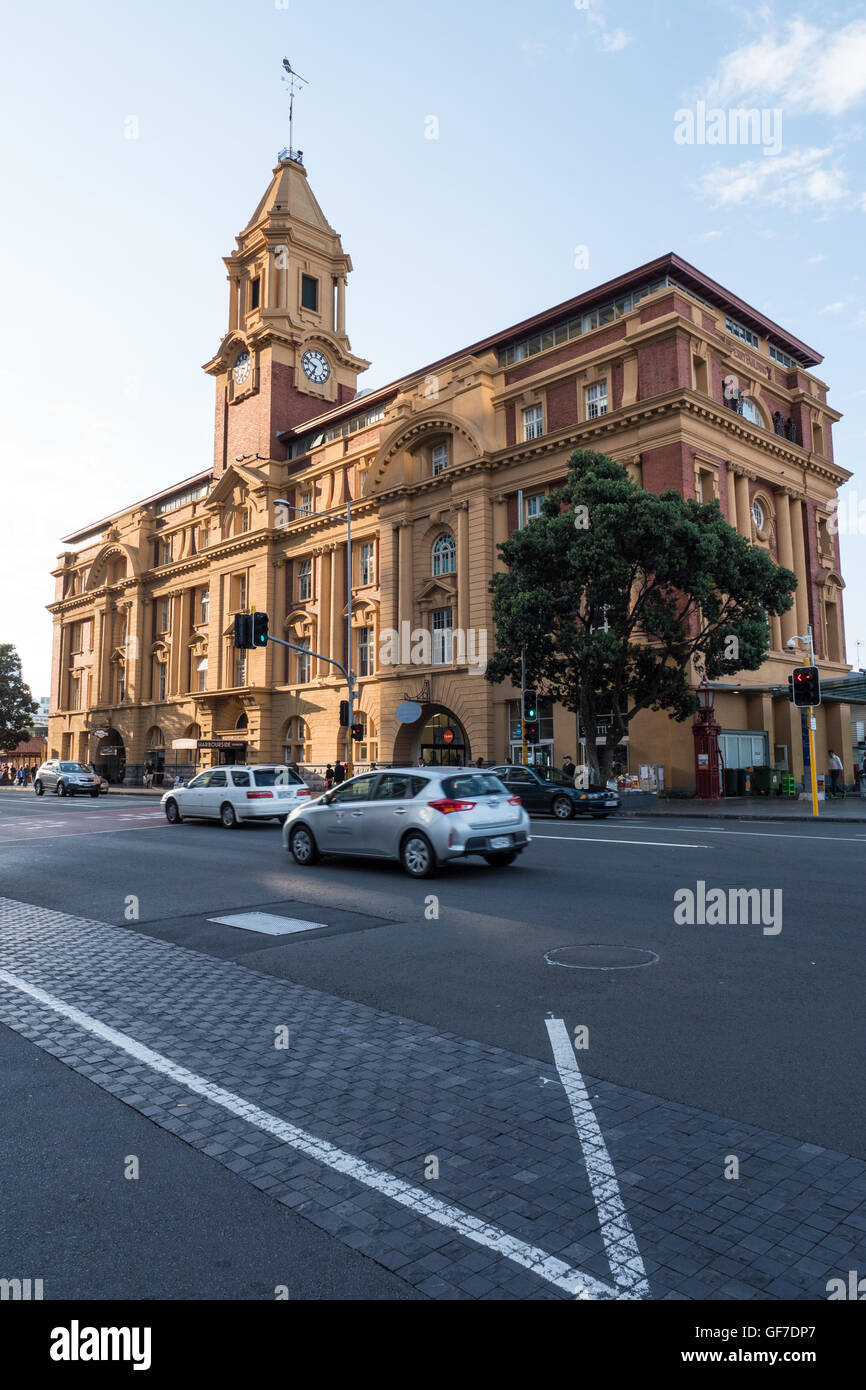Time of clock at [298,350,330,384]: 6:48
